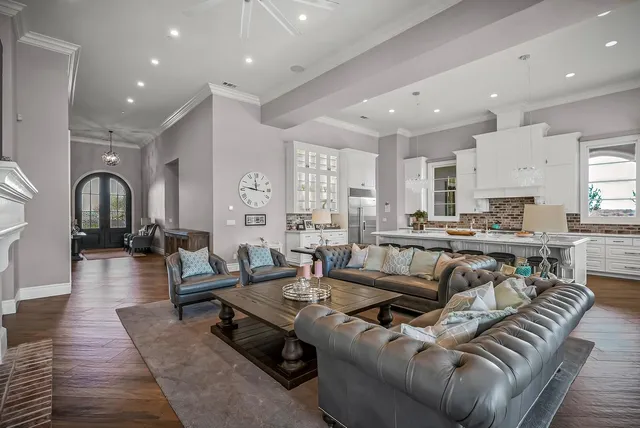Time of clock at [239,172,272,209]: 11:46
